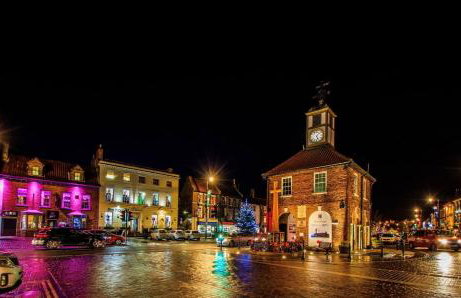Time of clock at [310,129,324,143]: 5:06
